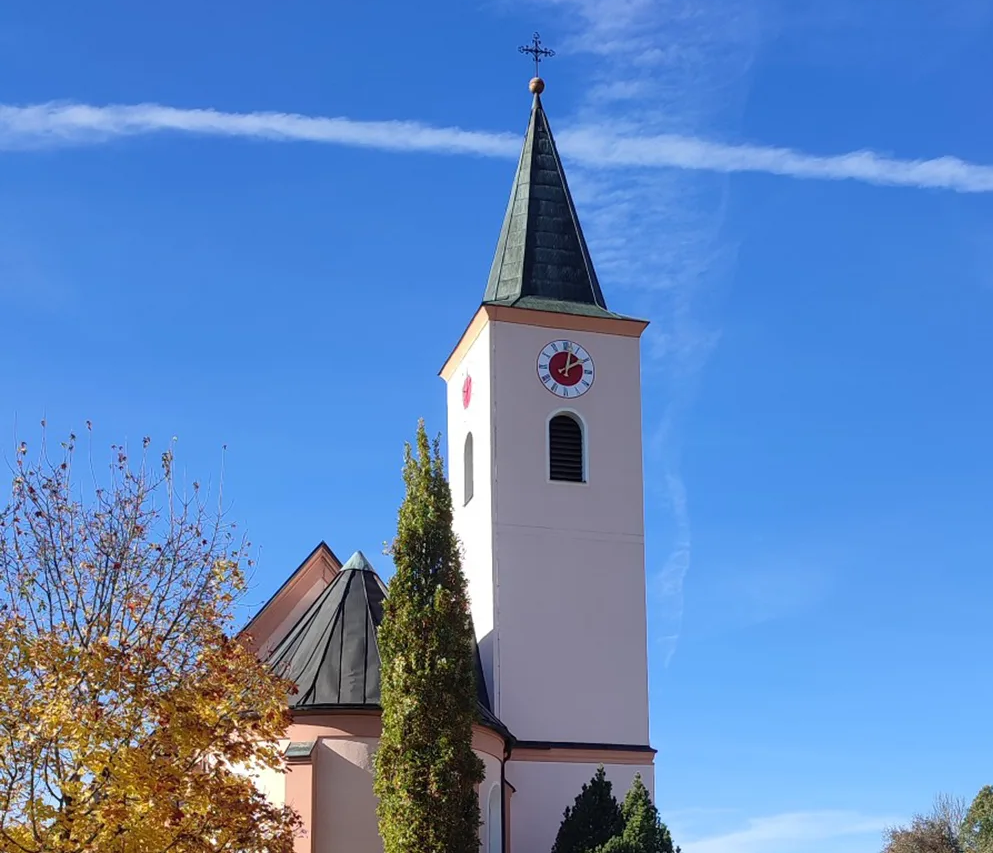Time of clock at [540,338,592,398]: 2:02
